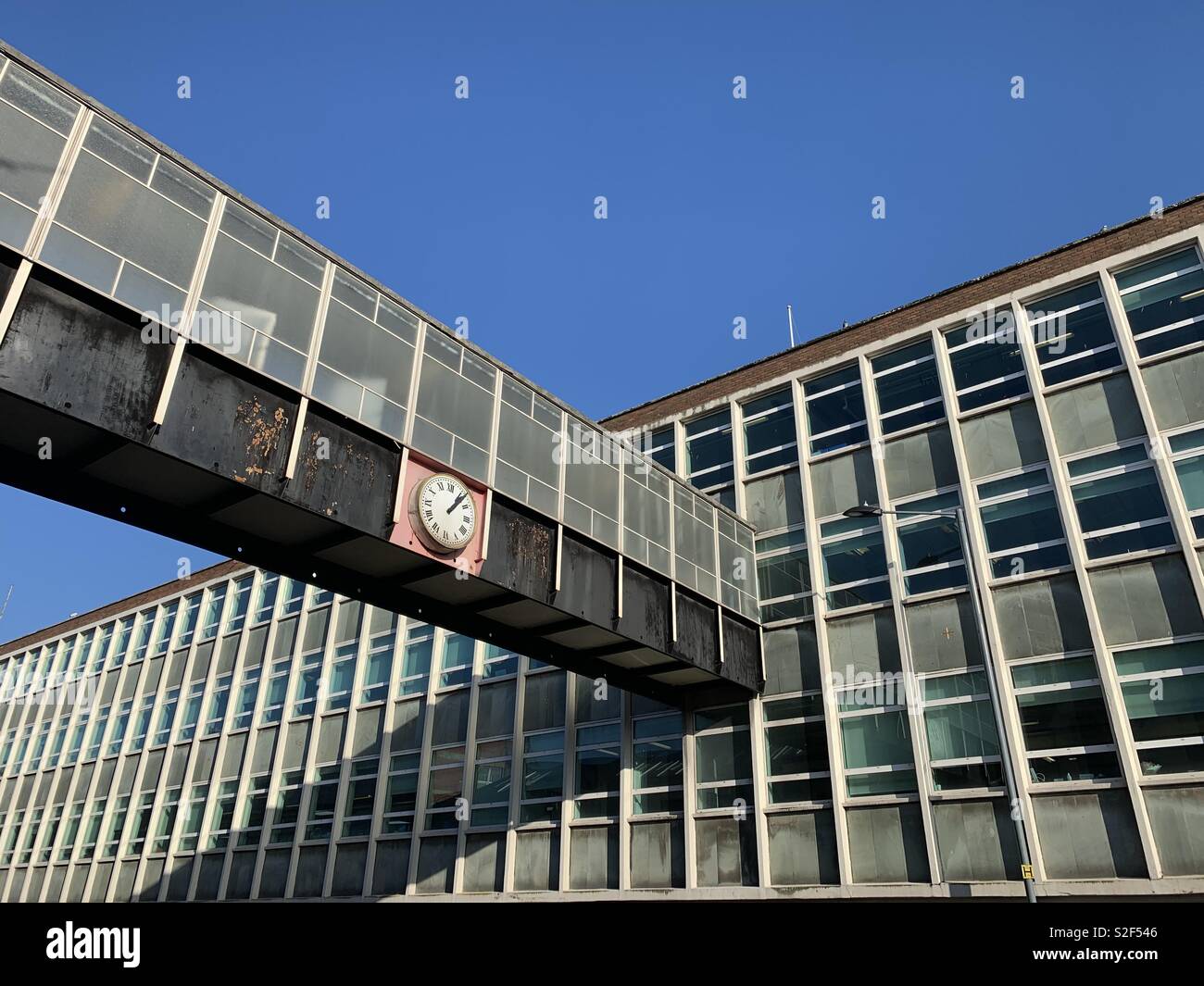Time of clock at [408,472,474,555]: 1:06
